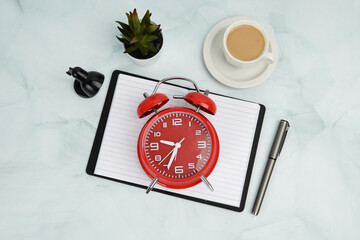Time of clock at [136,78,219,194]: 9:34
